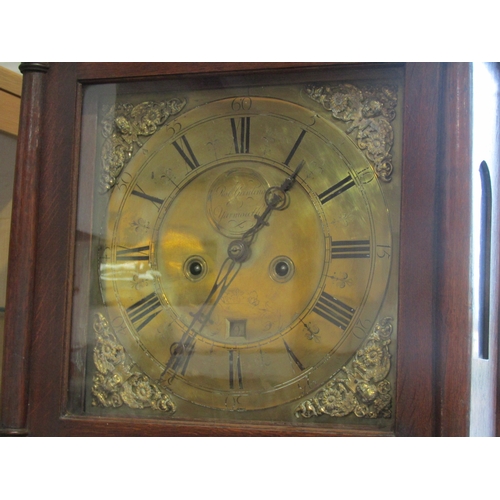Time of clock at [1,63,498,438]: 7:06
